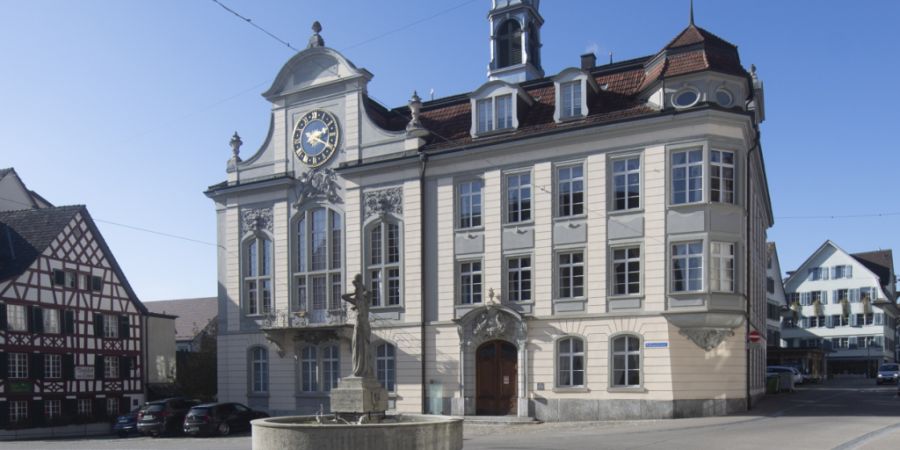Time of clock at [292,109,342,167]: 2:18
